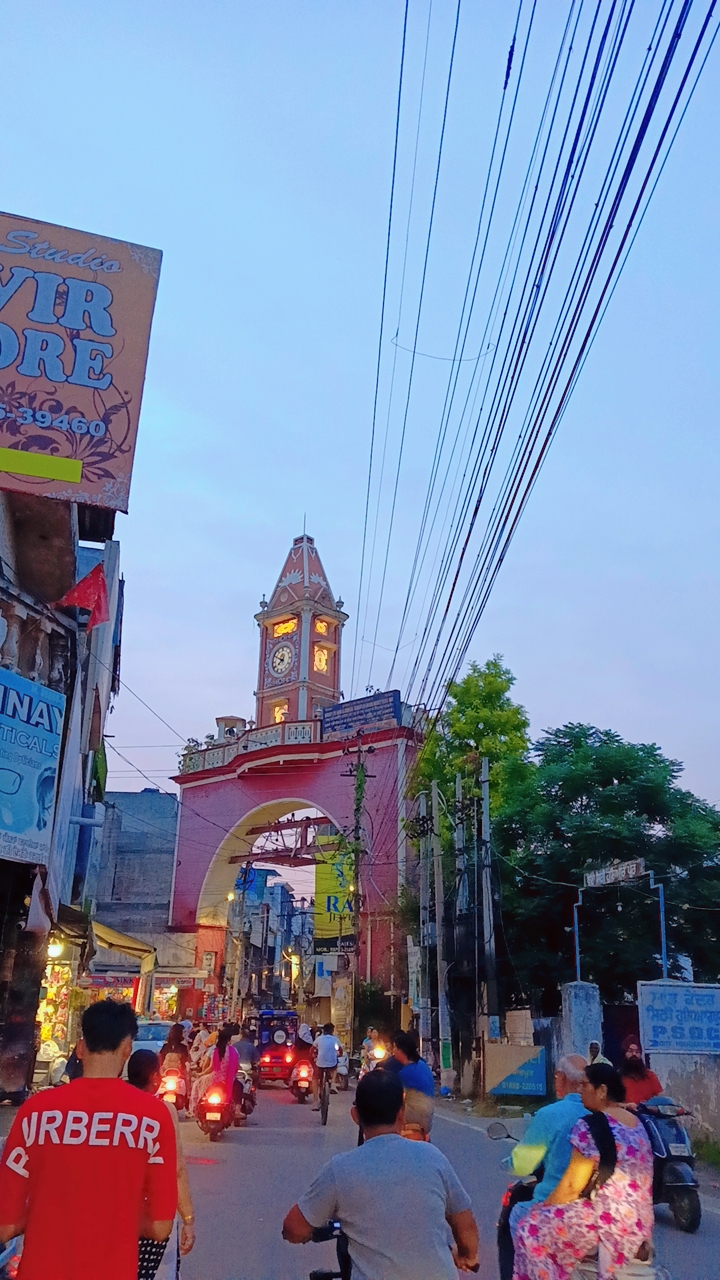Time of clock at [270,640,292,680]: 7:49
